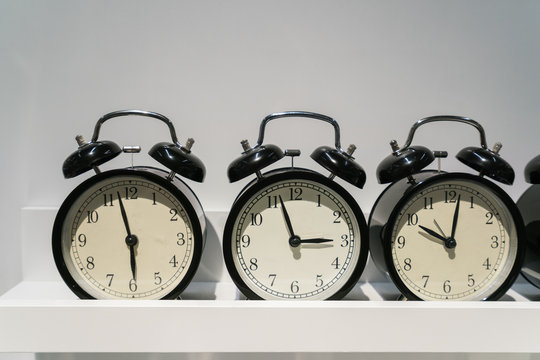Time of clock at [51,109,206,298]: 5:57
